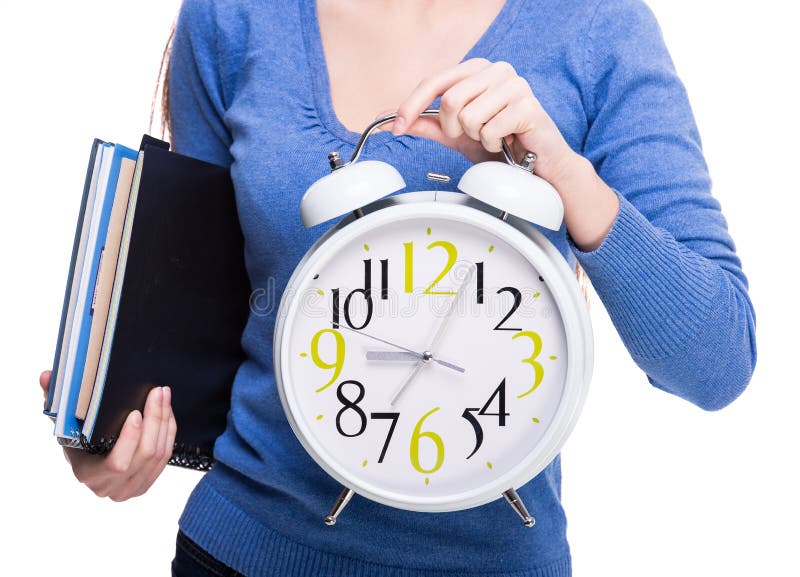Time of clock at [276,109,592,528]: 9:04
